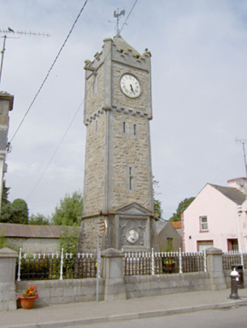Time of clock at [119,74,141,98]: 5:26
